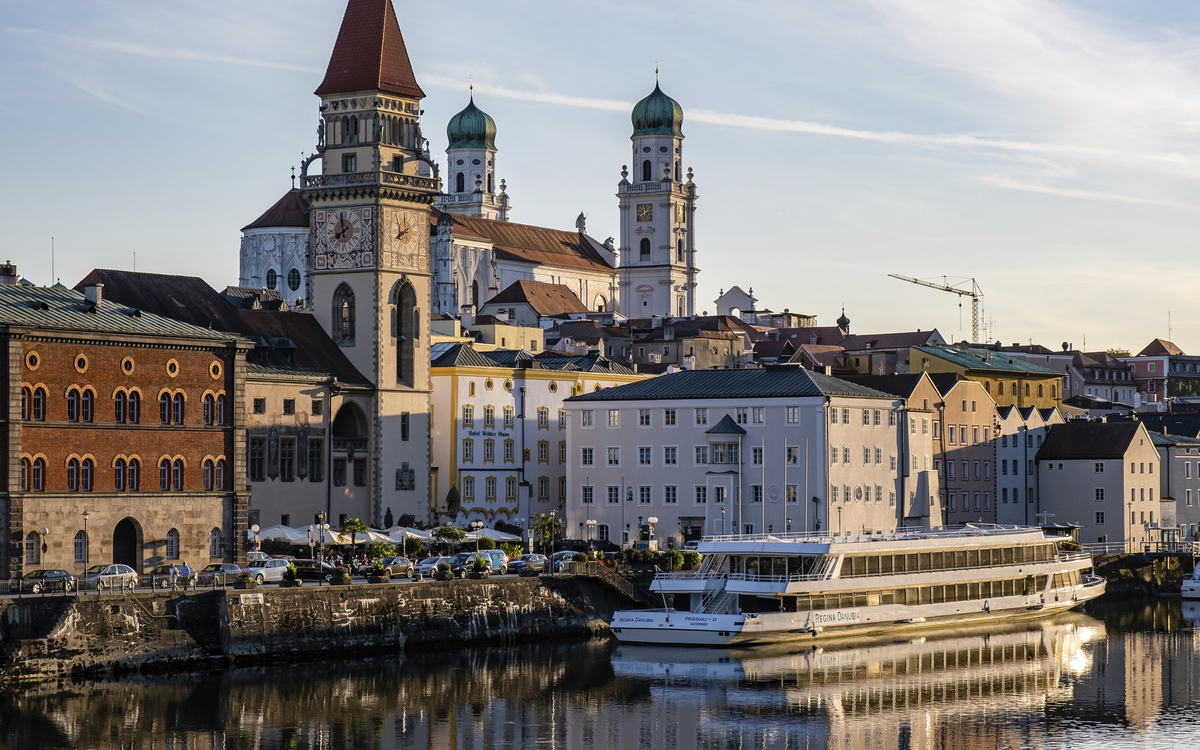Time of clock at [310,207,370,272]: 7:59
